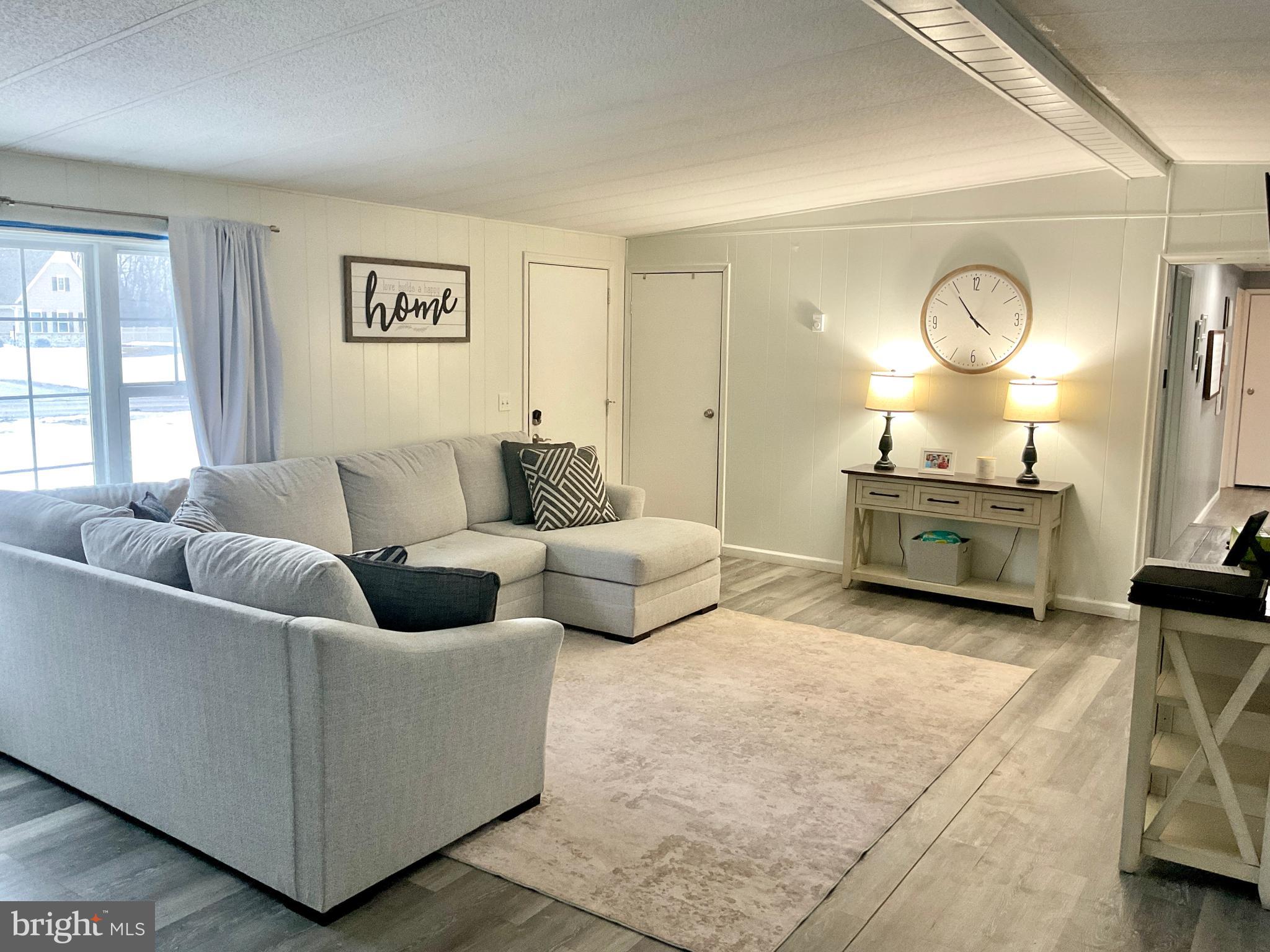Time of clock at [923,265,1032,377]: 3:54
